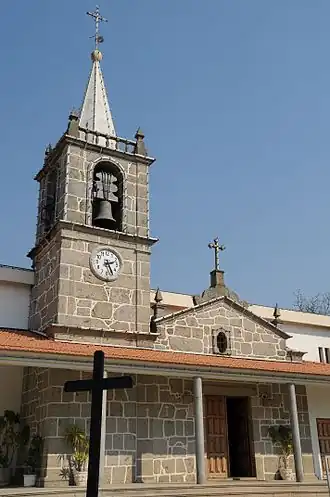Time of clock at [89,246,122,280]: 2:25
